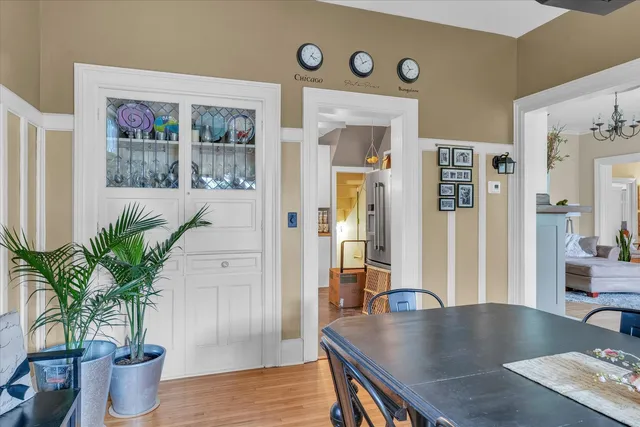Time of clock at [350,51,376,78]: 1:55
